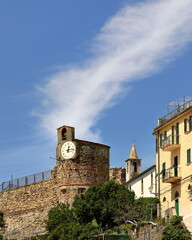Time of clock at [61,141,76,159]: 12:14
